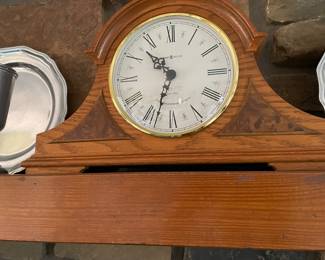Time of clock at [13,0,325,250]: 10:33
